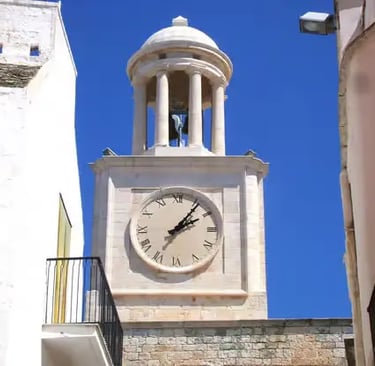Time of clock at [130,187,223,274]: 2:06
